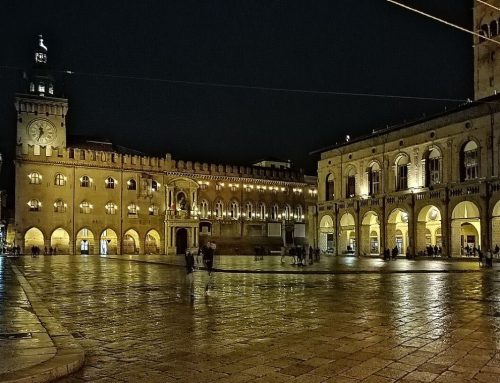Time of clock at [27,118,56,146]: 11:33
